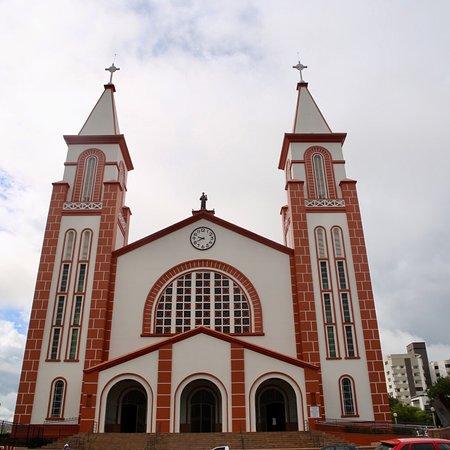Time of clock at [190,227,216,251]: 9:40
